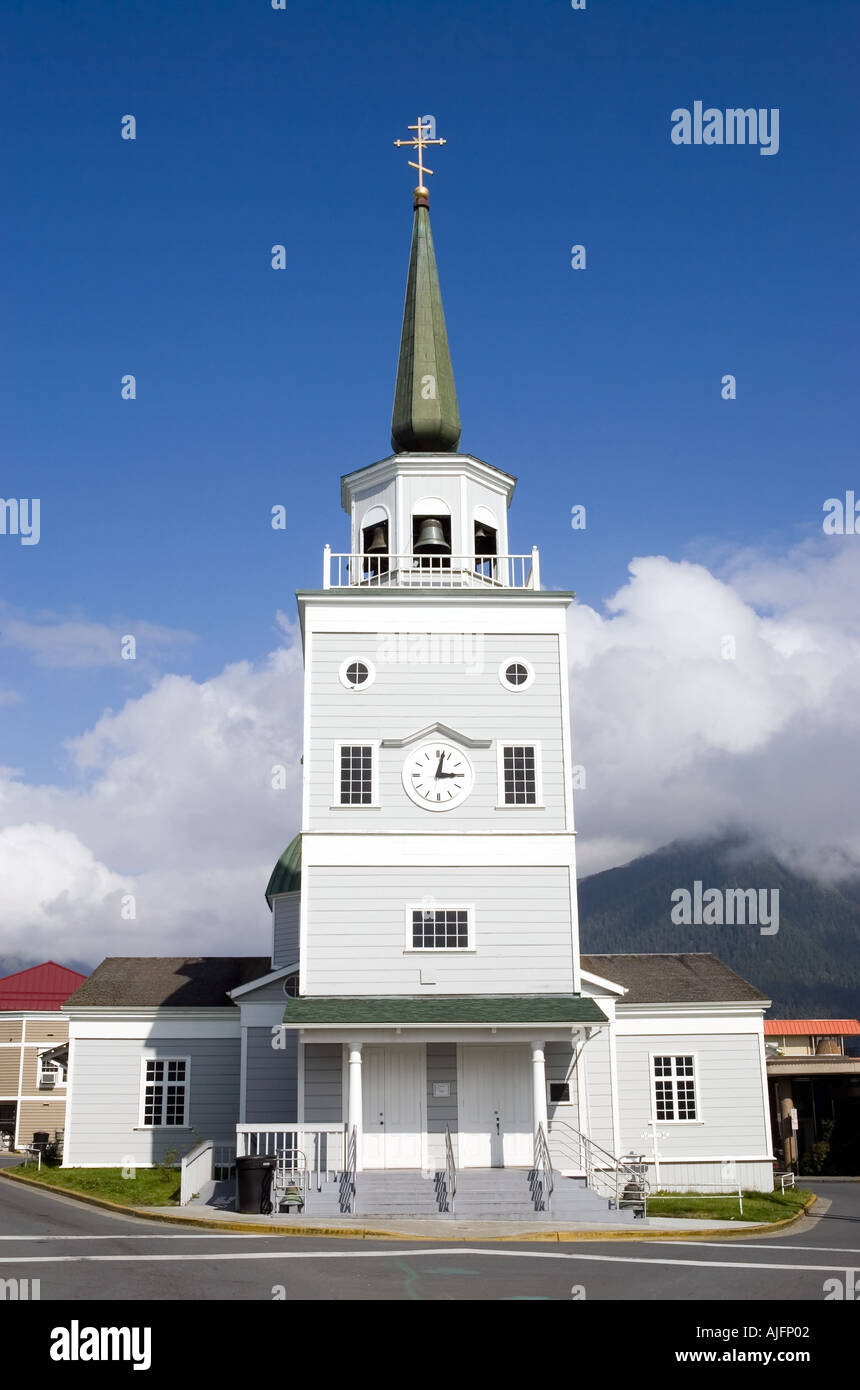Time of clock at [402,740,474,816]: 3:02
